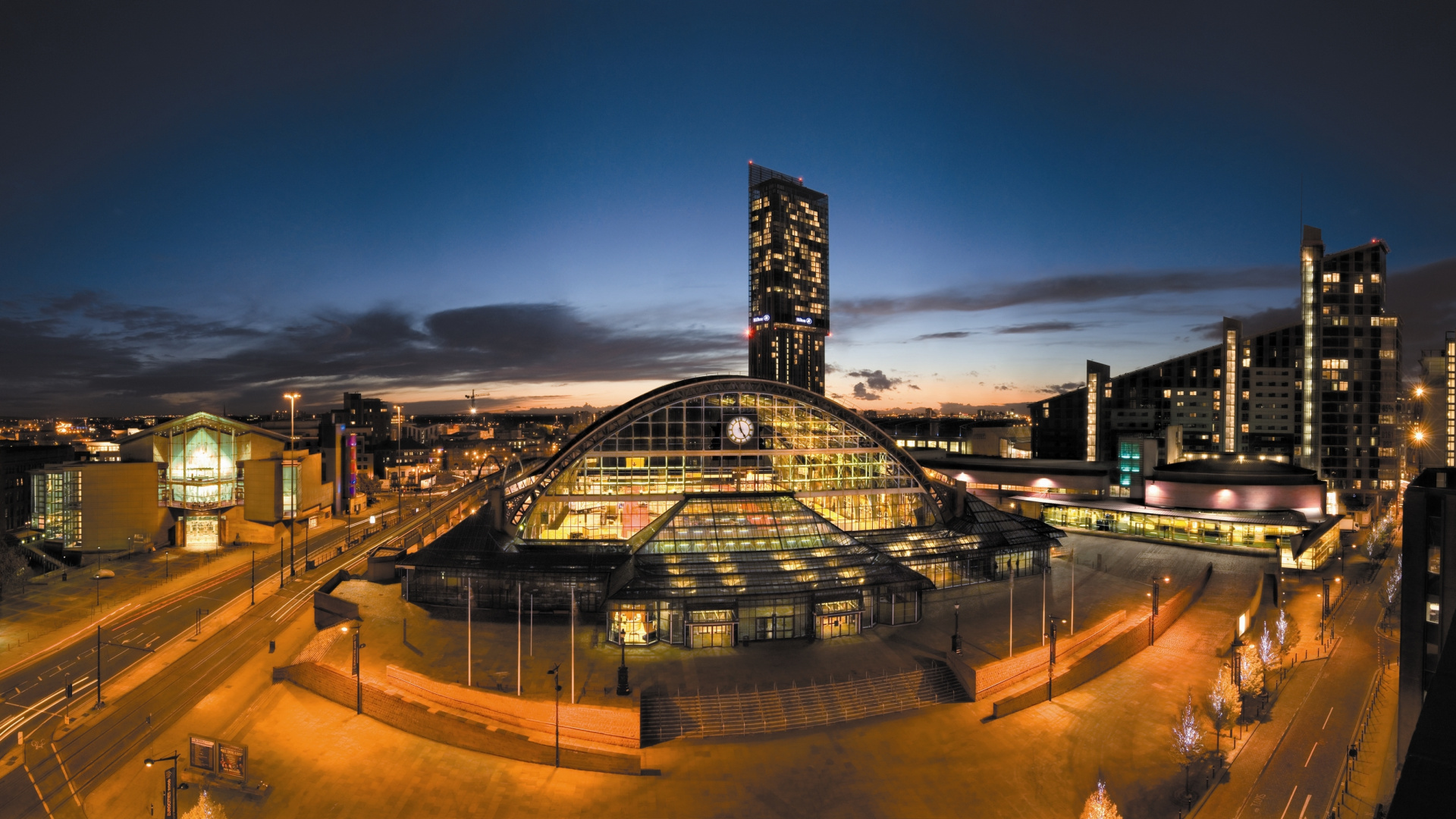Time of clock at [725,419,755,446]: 4:57
